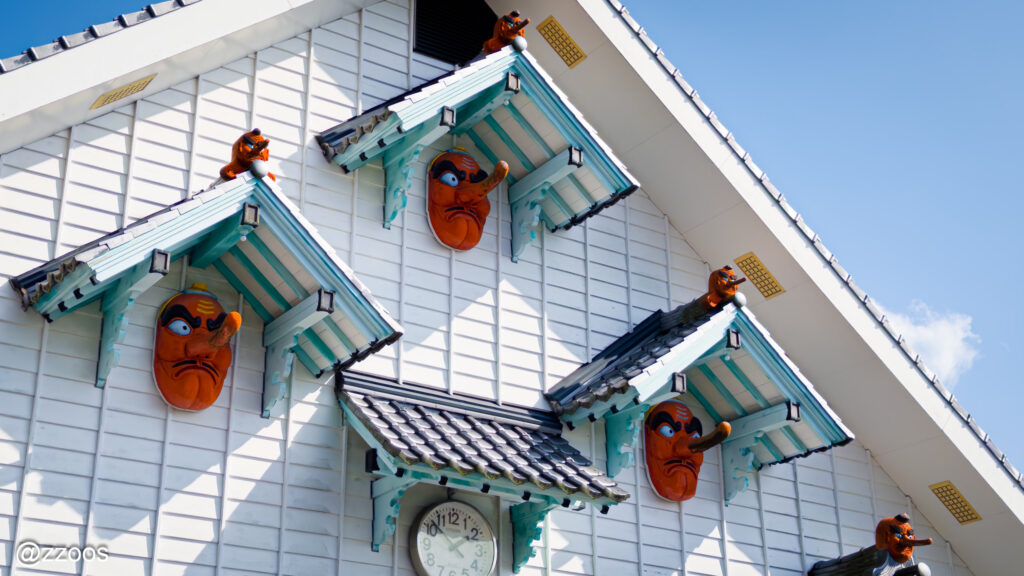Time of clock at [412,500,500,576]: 1:51
